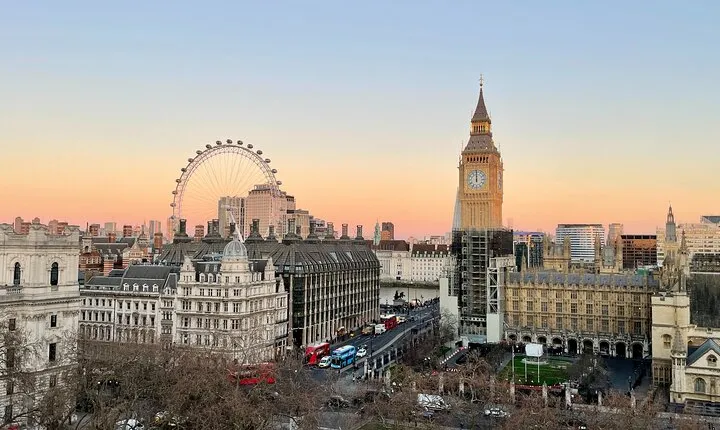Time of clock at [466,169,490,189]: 12:00
